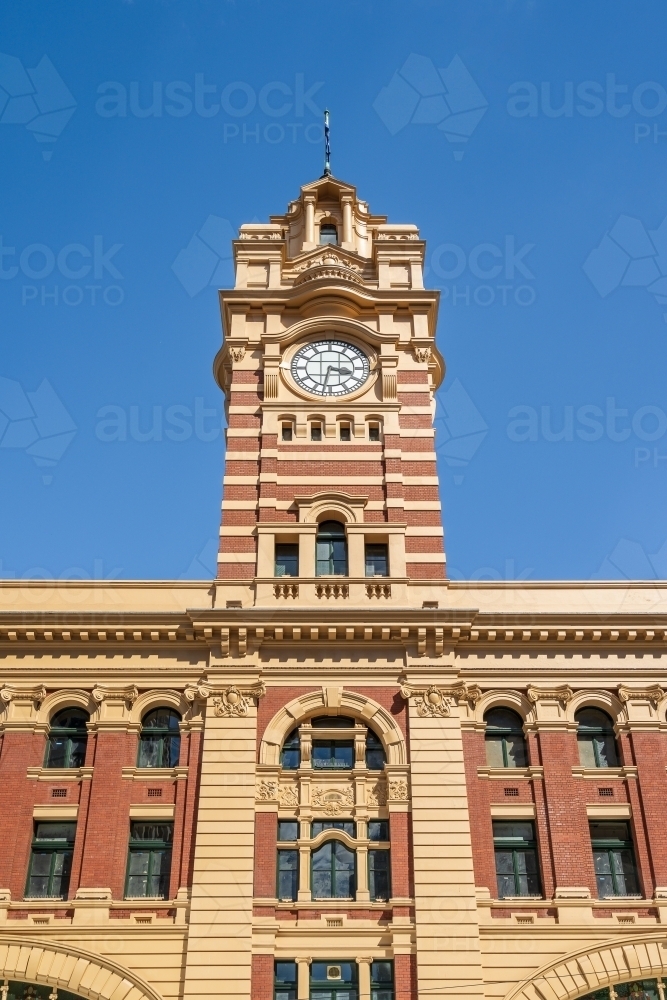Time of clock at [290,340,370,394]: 3:31
